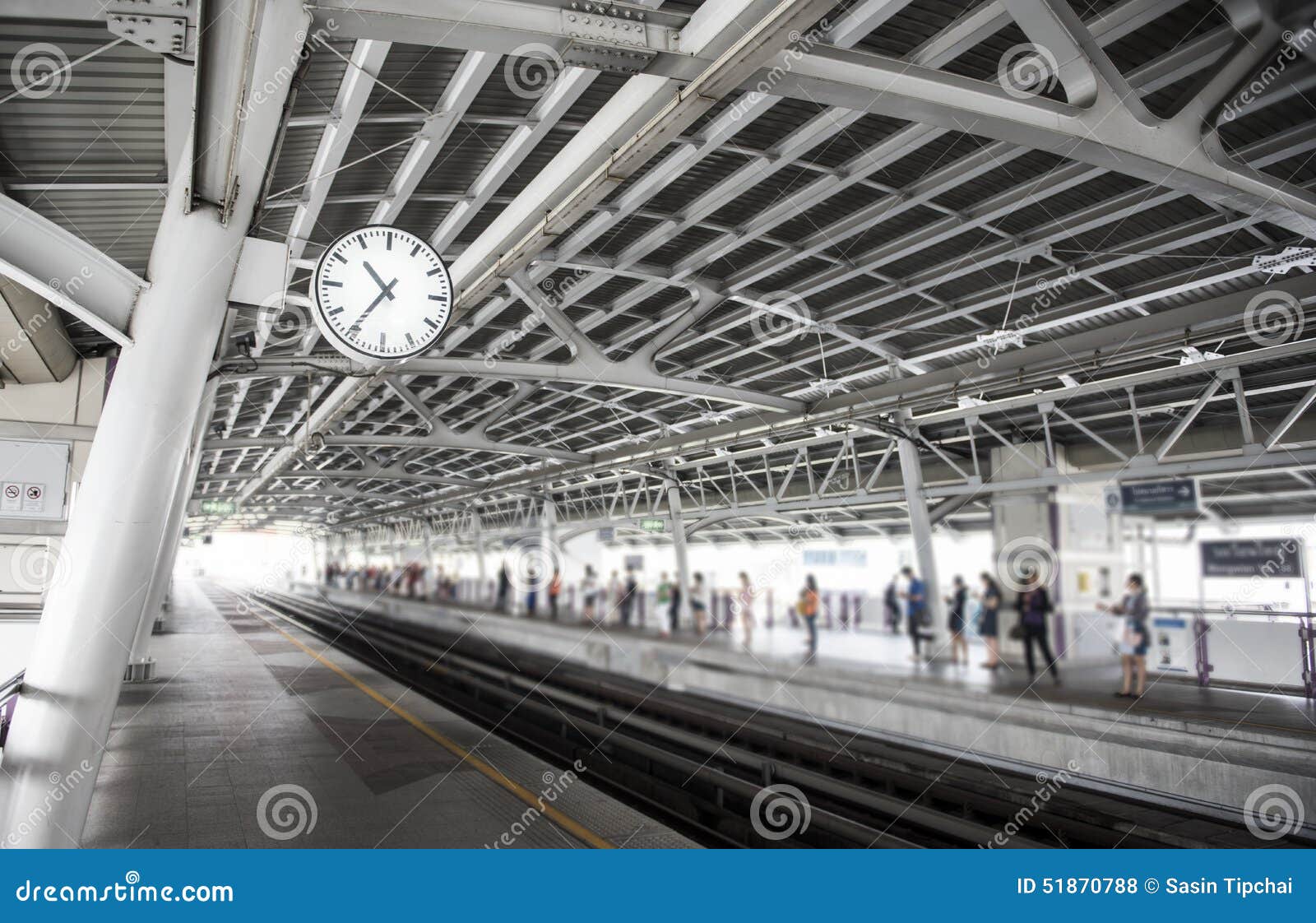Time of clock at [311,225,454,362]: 10:36
